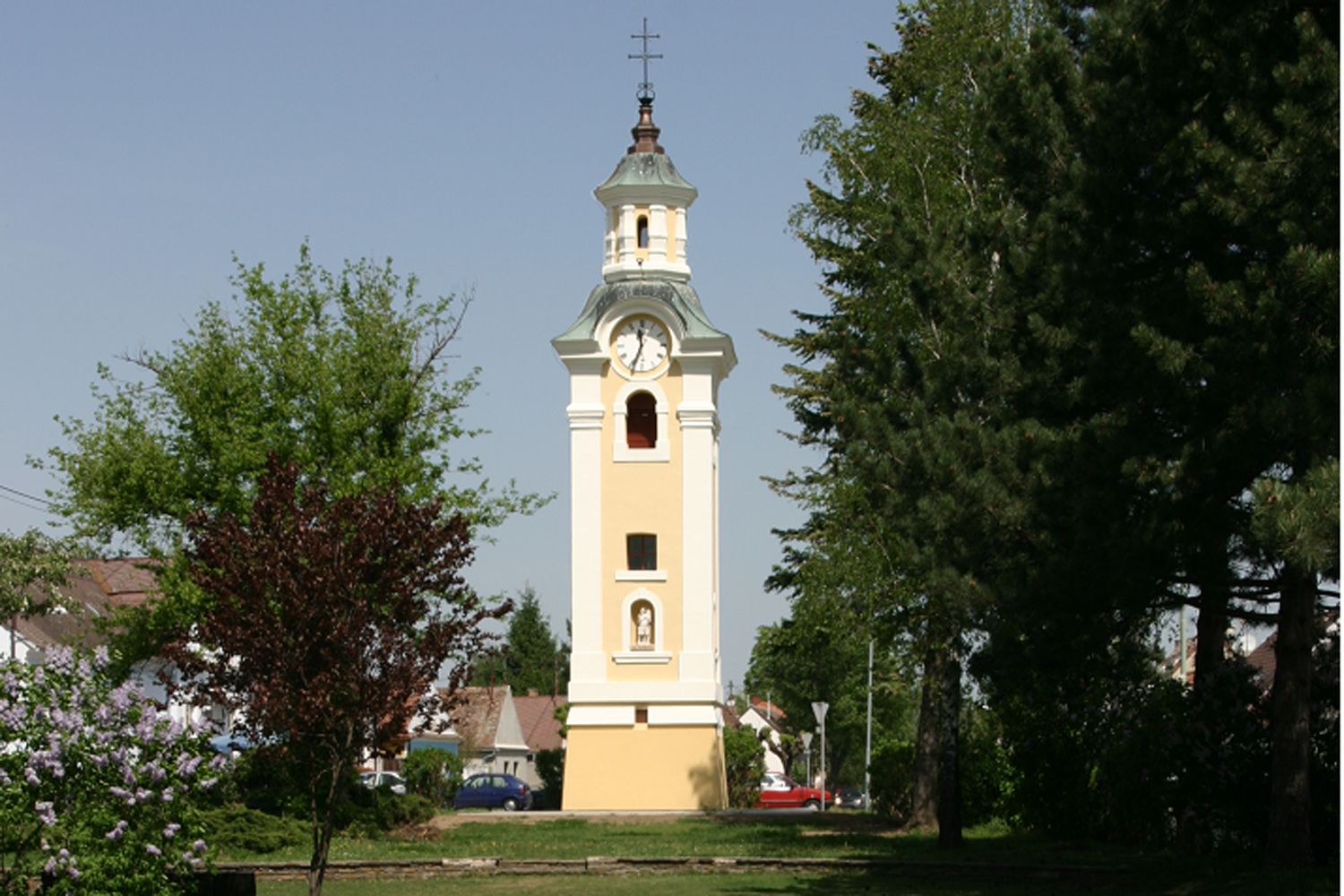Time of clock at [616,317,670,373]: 11:33
